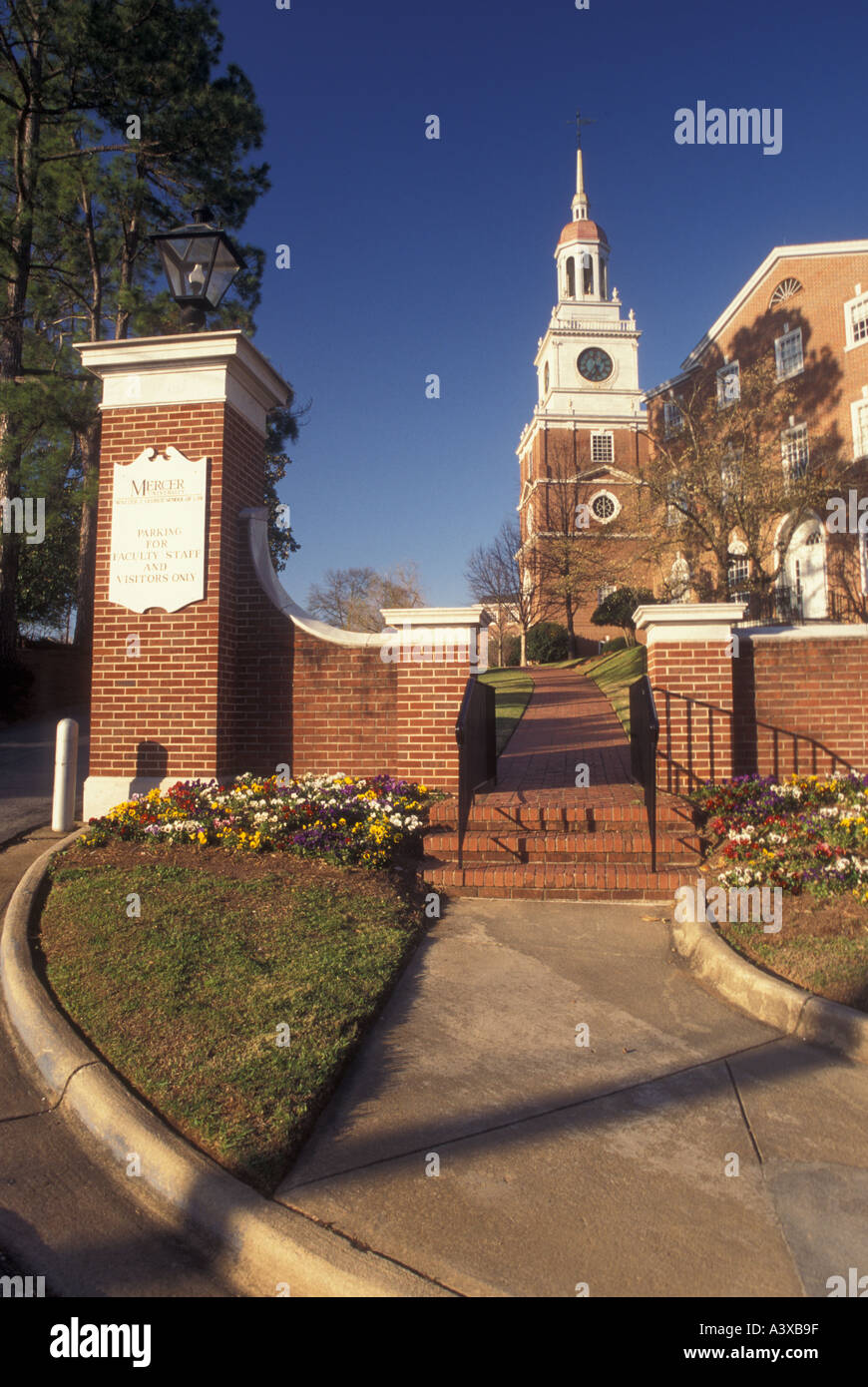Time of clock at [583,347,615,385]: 5:35
